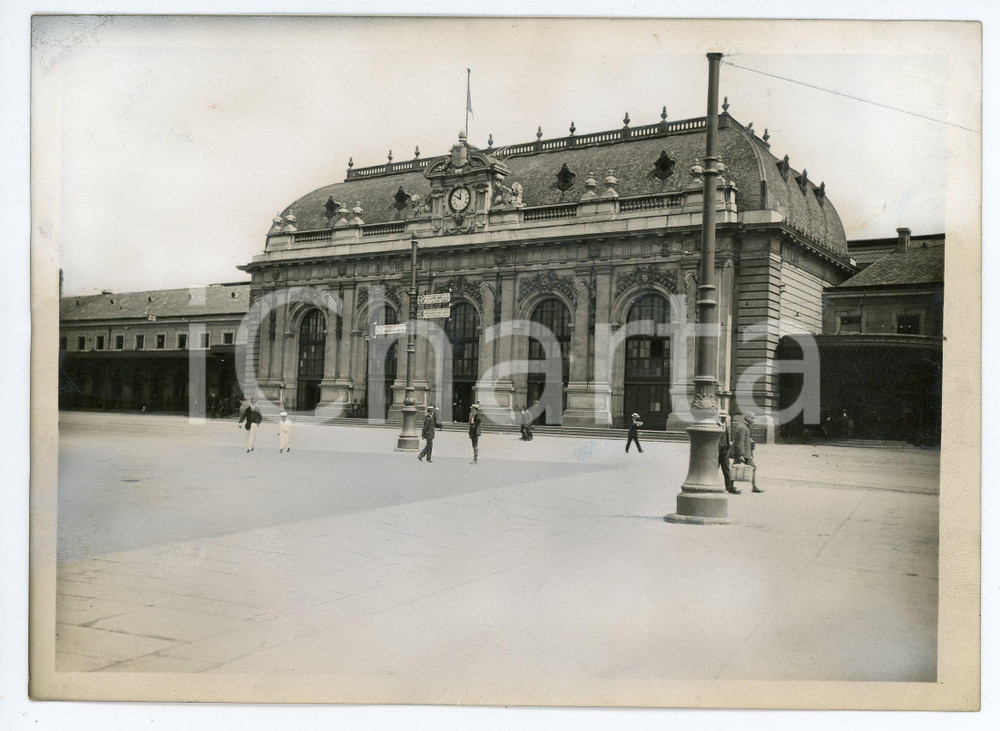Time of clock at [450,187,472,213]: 11:49
